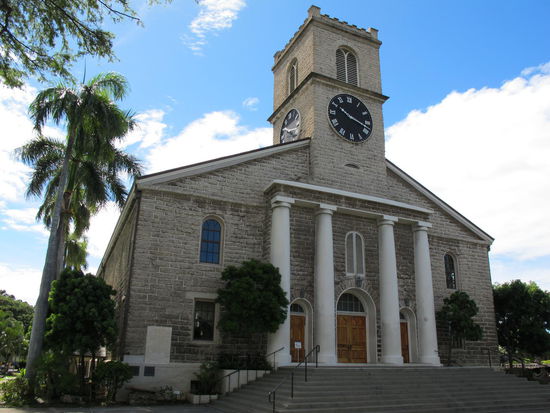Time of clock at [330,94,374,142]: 10:17
